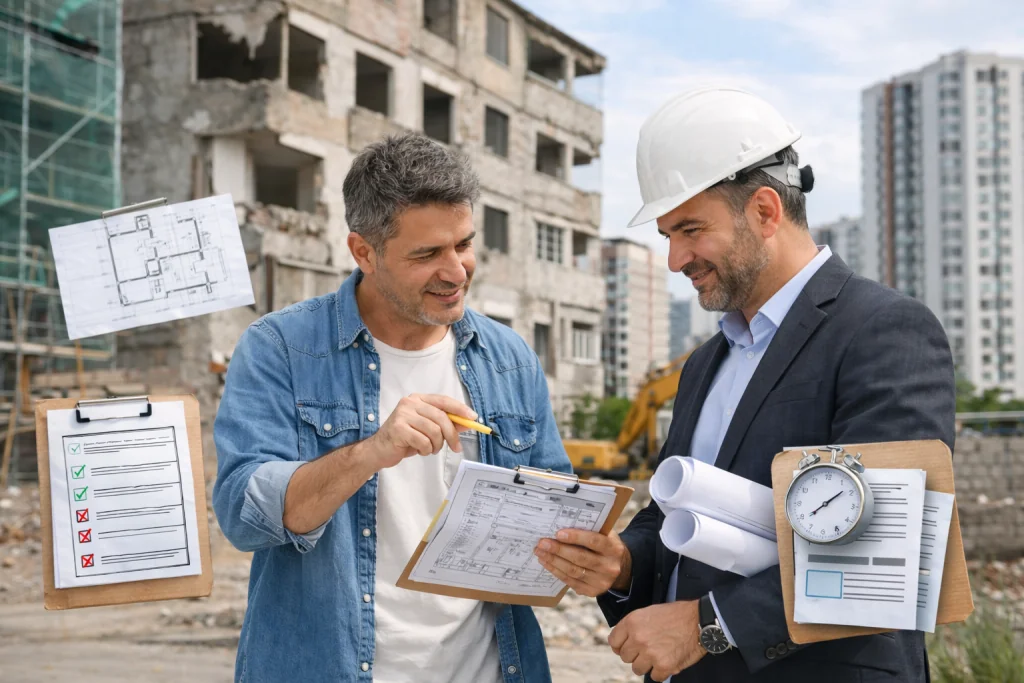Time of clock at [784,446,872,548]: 1:38
